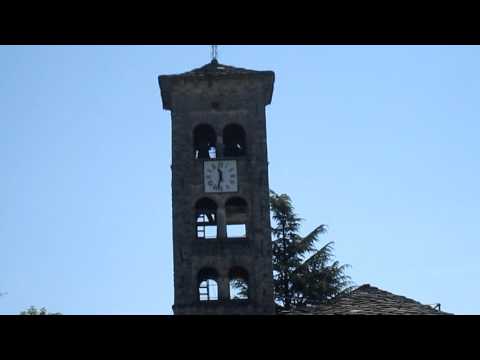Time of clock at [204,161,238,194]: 11:32
